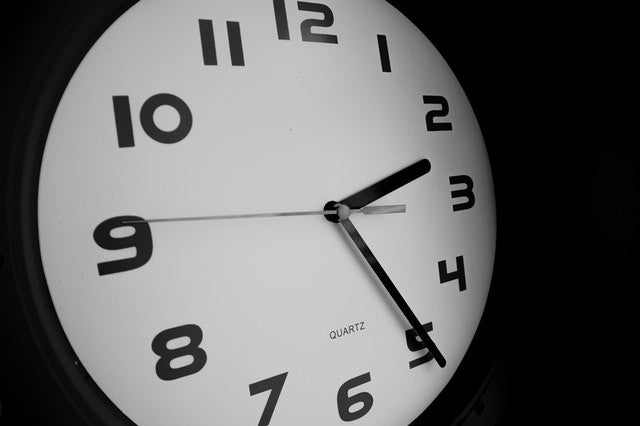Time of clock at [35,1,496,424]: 2:24
